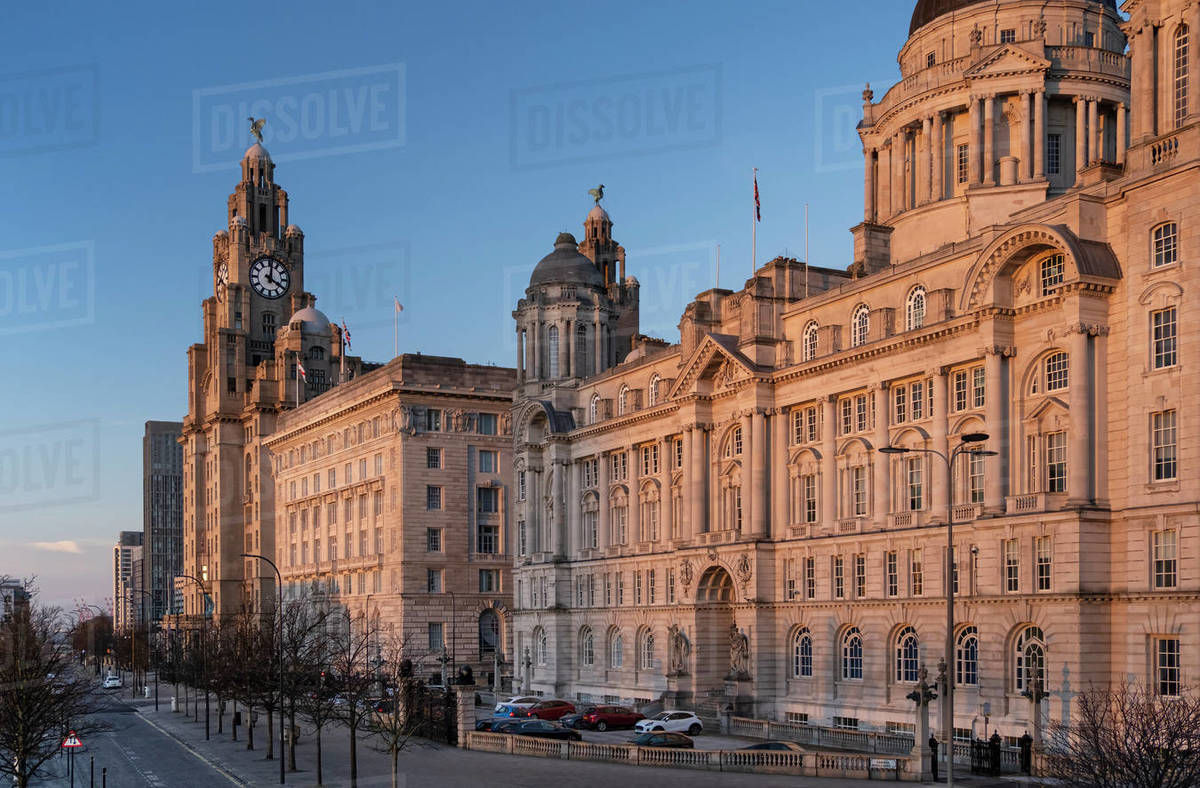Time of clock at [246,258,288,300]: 4:01
